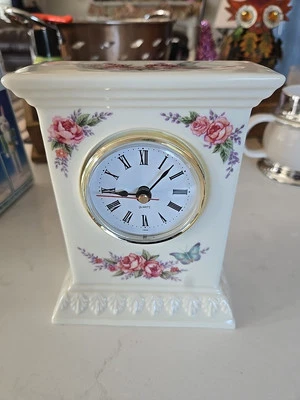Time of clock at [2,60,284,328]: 9:07
